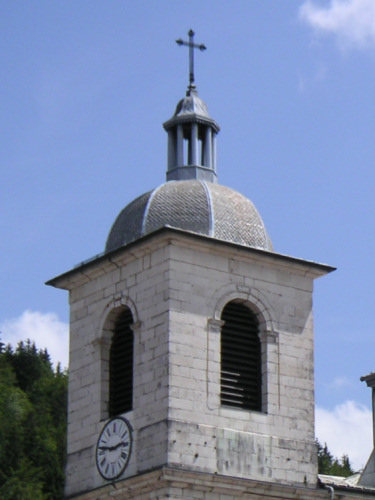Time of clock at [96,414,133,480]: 2:46
